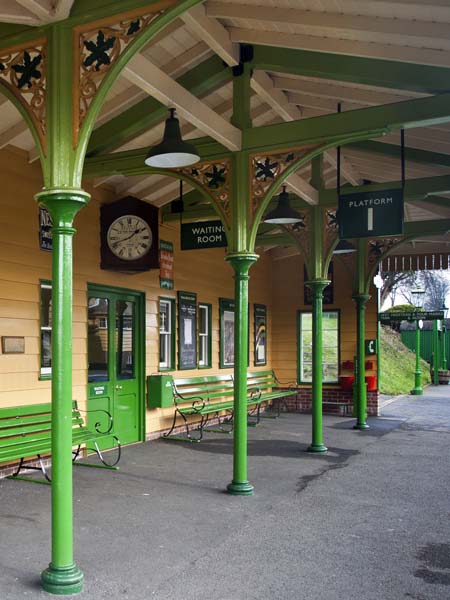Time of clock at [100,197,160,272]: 1:41
